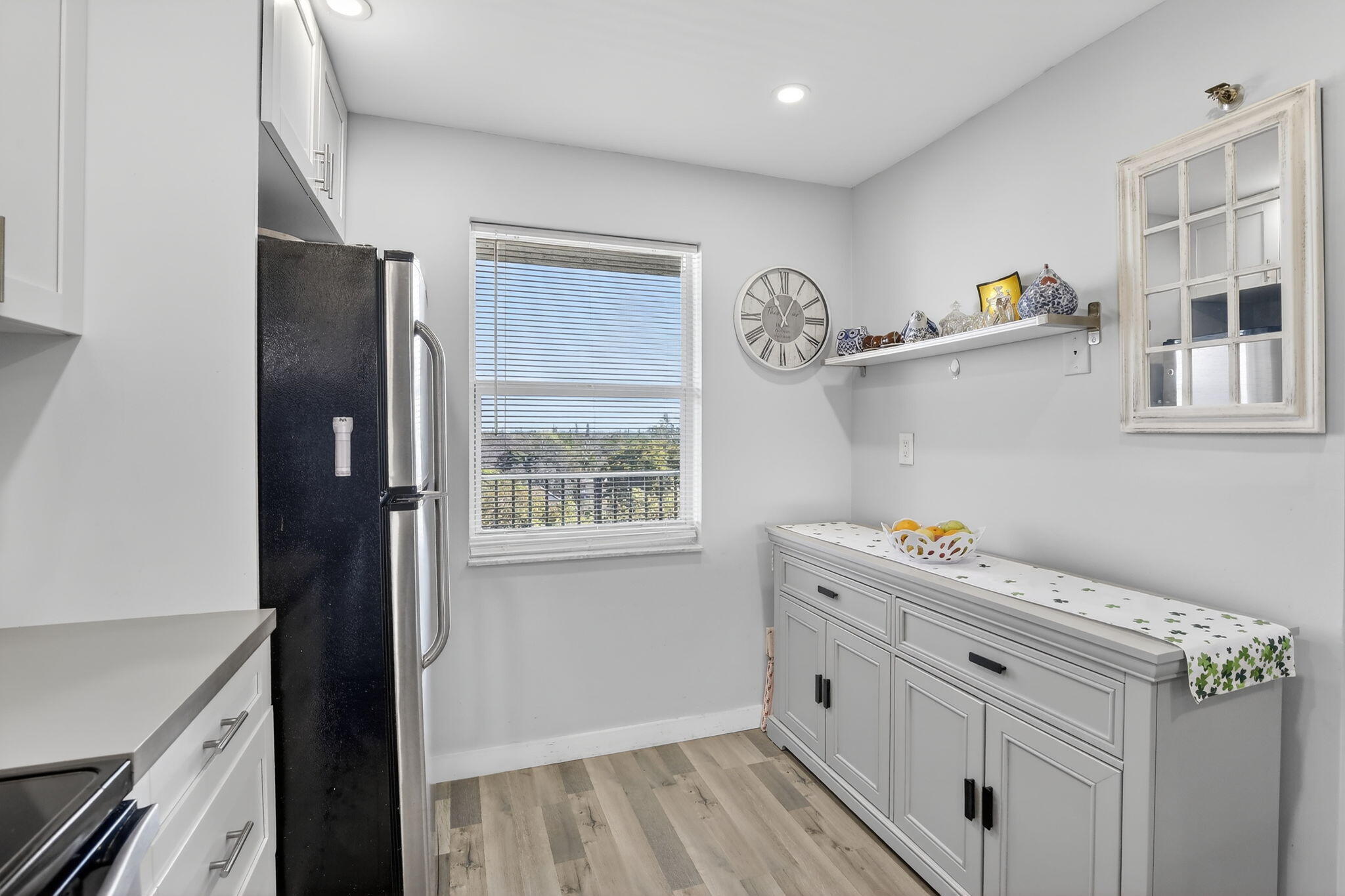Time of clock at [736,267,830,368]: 12:55
